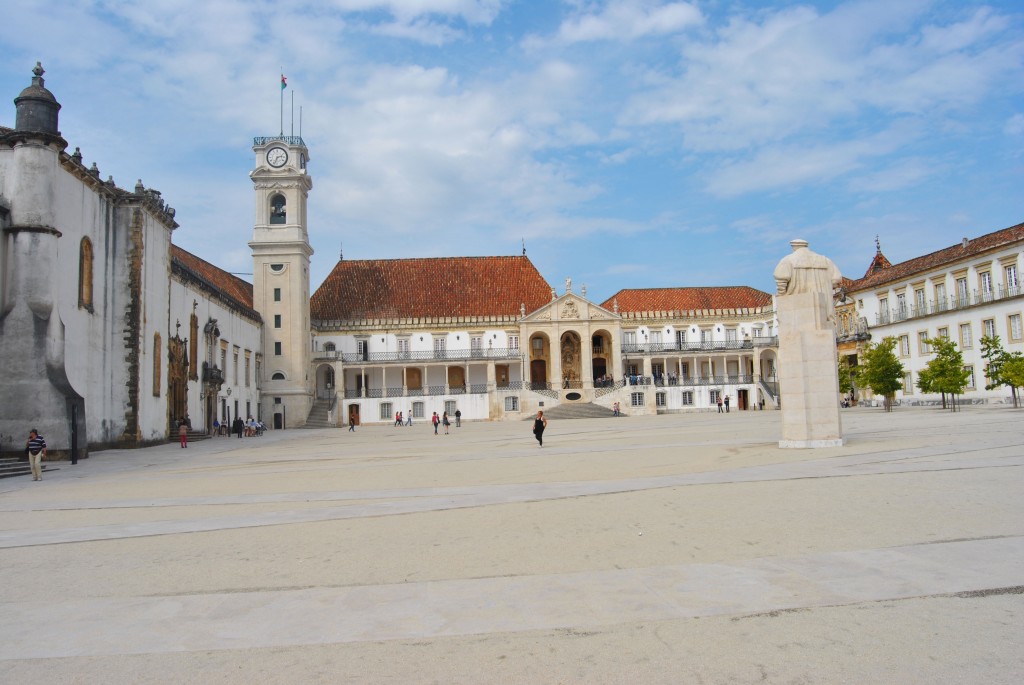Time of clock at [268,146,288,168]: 2:33
